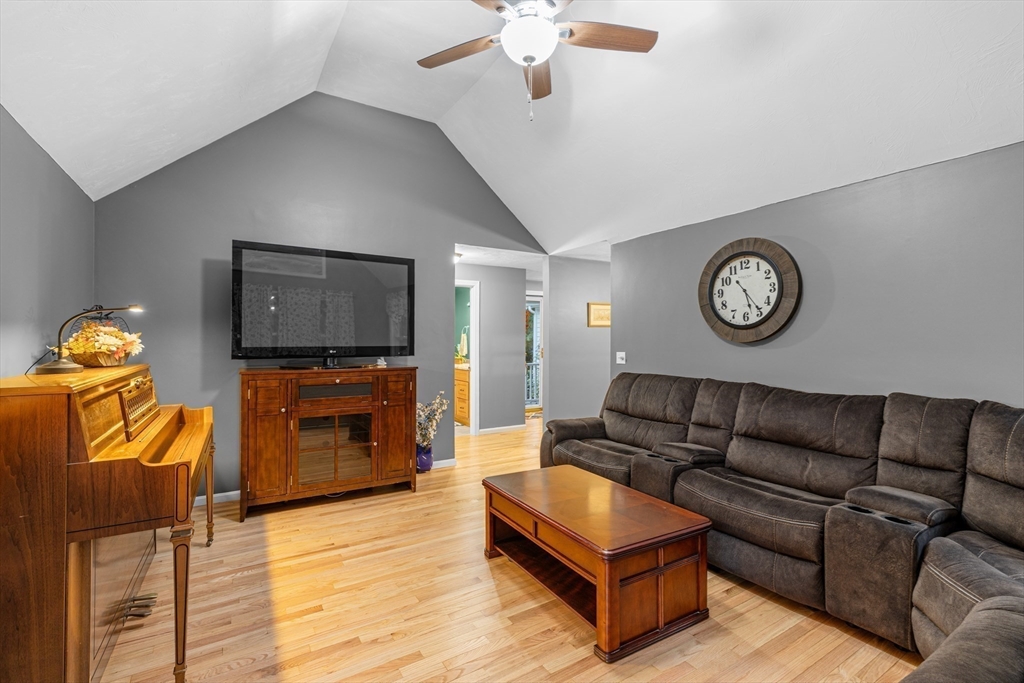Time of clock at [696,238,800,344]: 5:23
